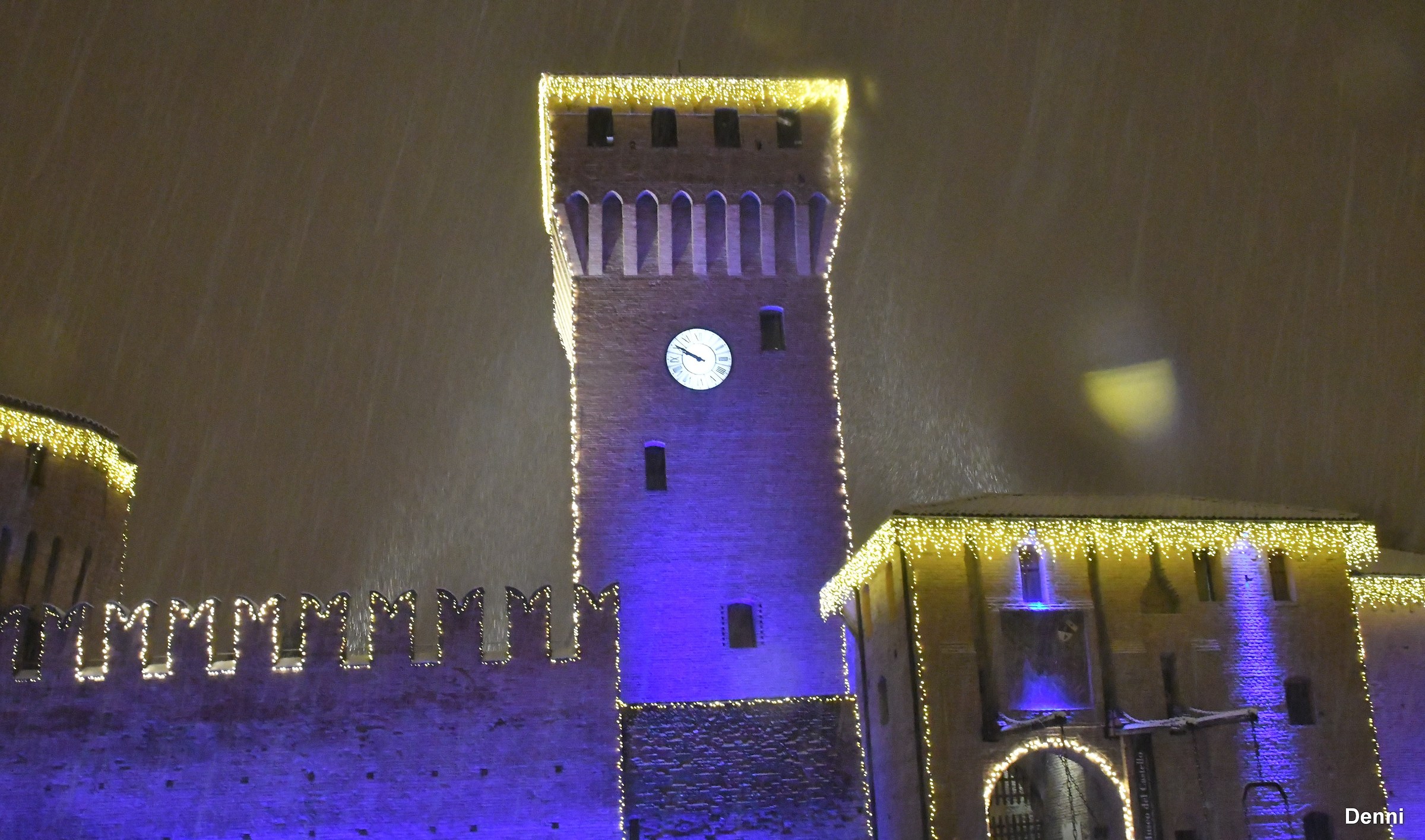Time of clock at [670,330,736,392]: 9:50
